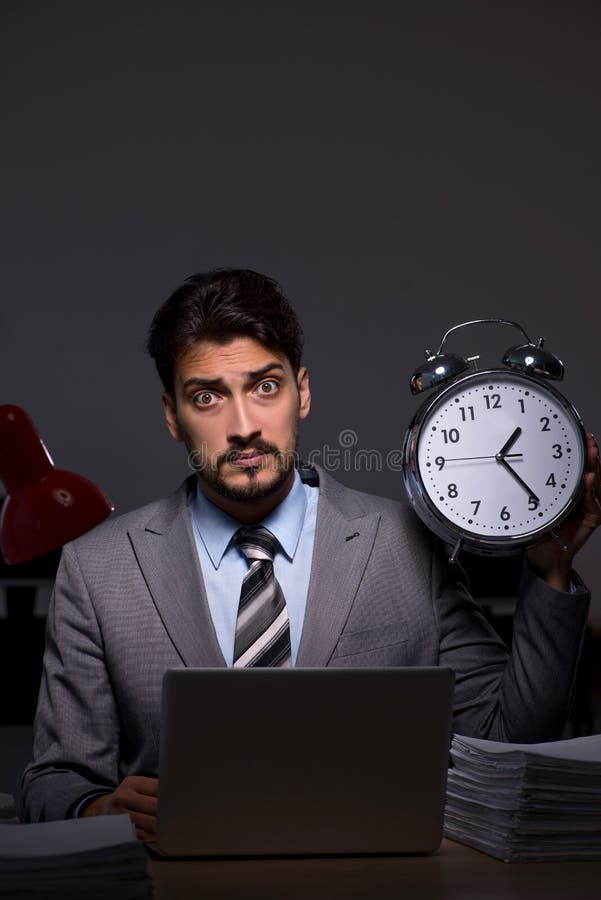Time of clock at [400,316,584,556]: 1:23
